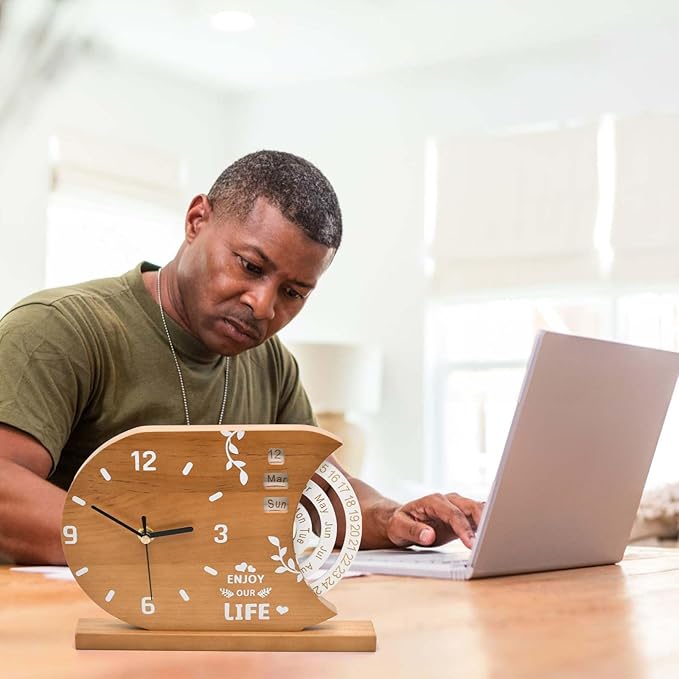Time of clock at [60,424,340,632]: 2:50
